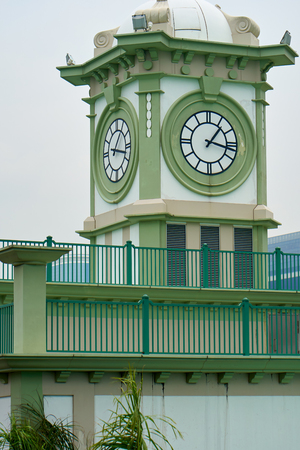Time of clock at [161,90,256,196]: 1:17
